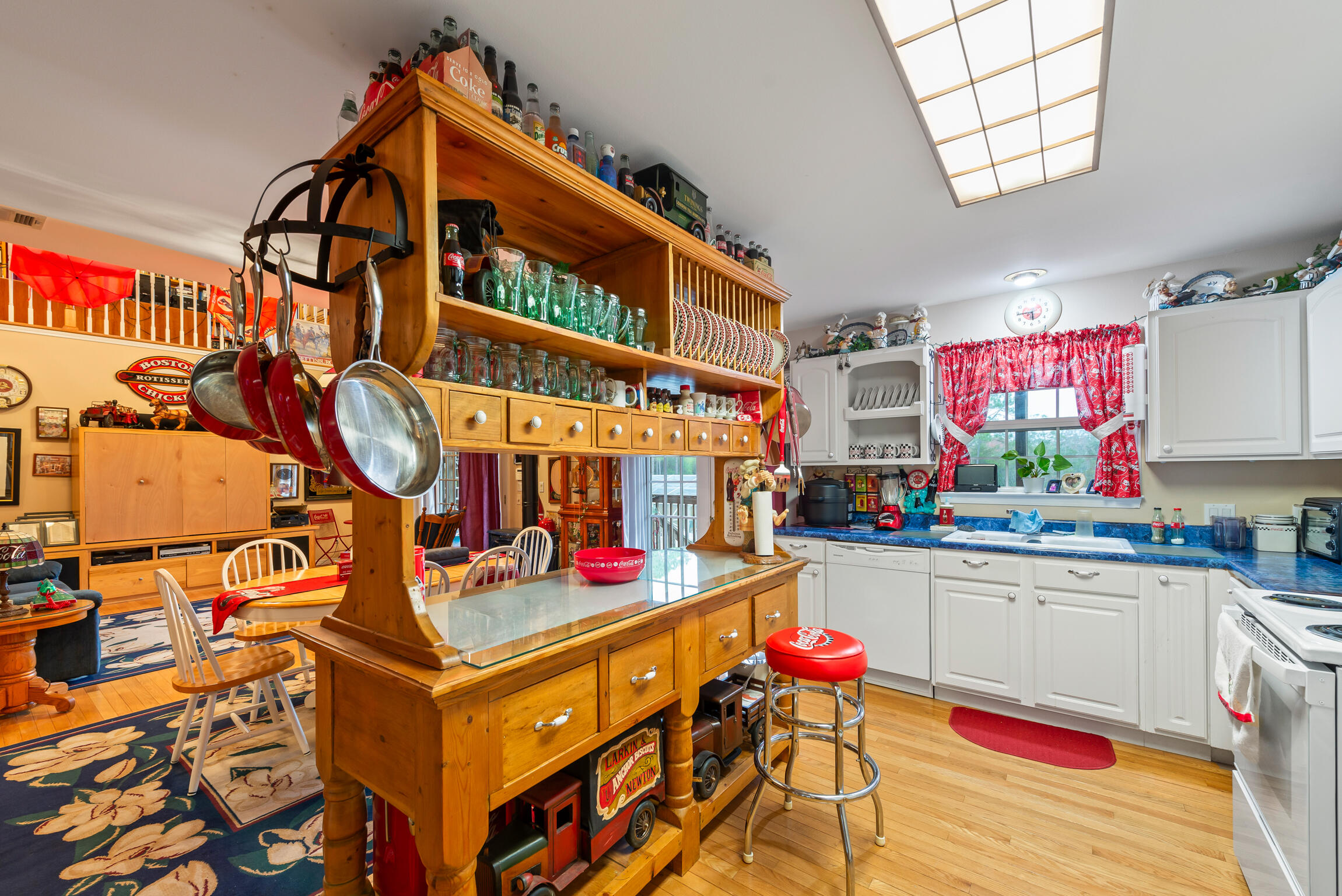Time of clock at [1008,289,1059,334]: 5:43
